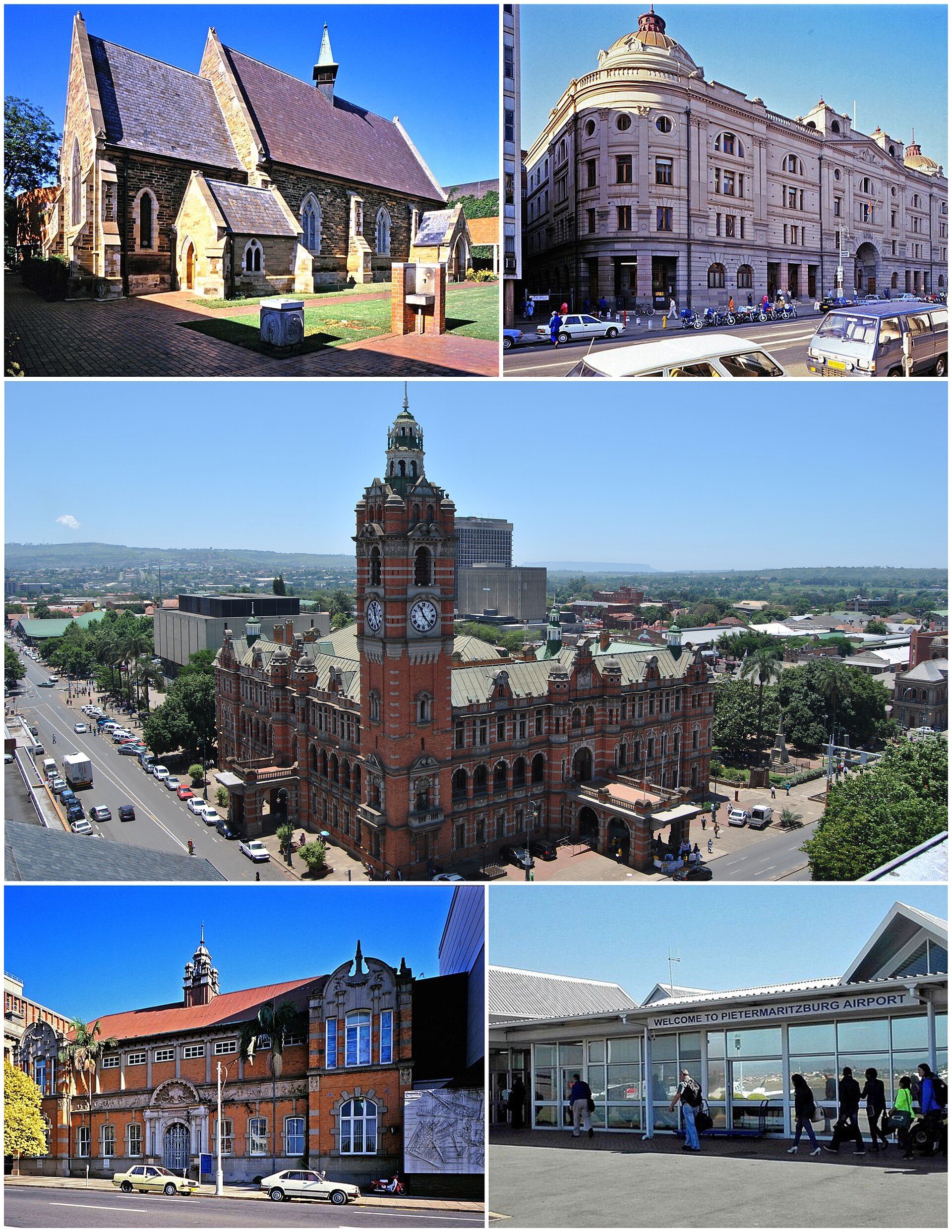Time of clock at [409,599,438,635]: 11:23
